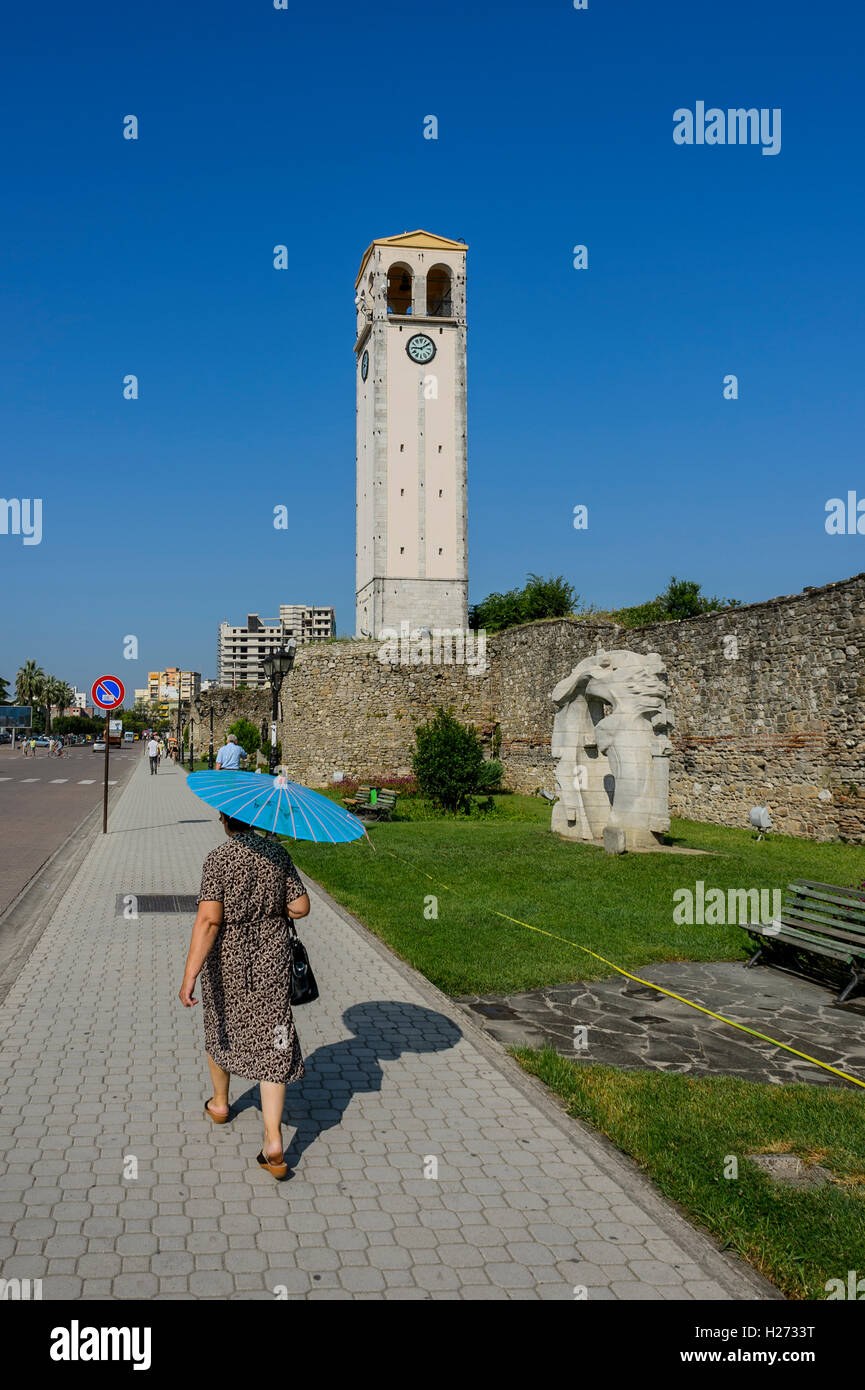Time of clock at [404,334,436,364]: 9:09
